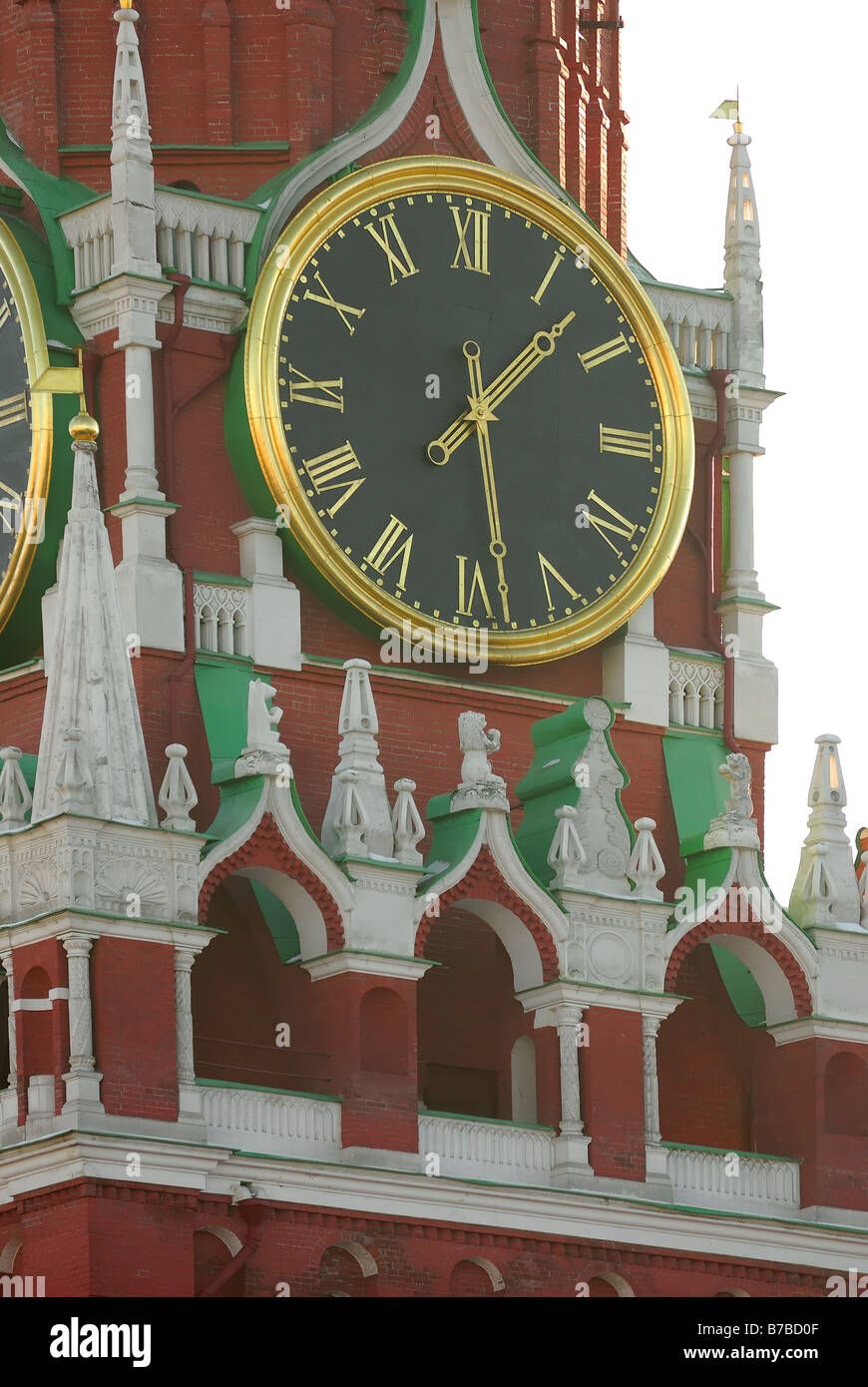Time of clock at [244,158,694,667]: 1:28
